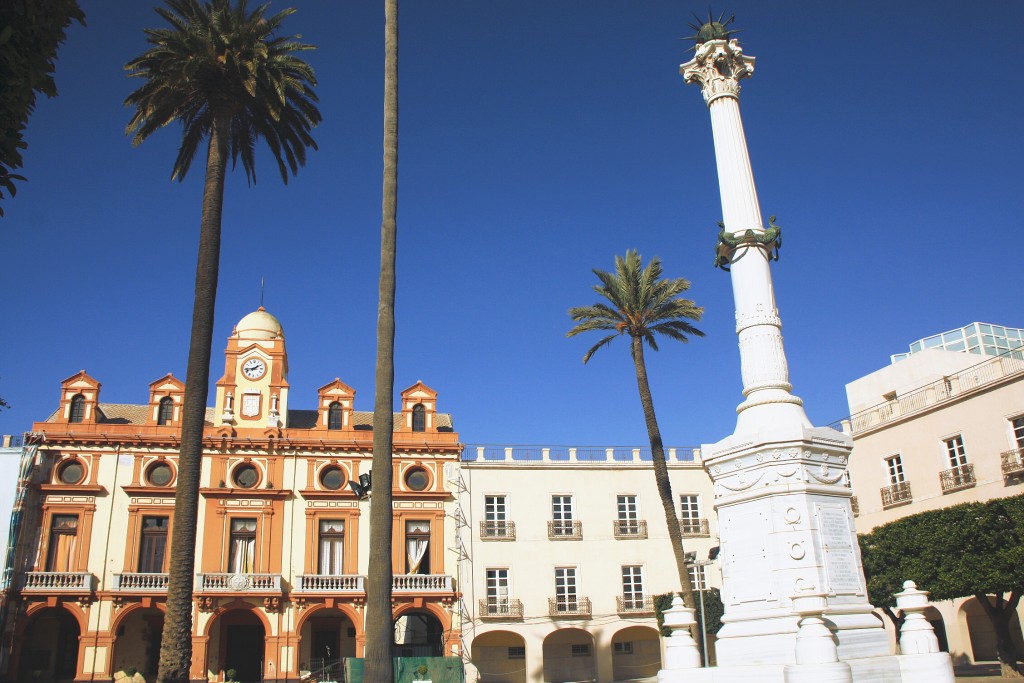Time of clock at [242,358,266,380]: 1:43
